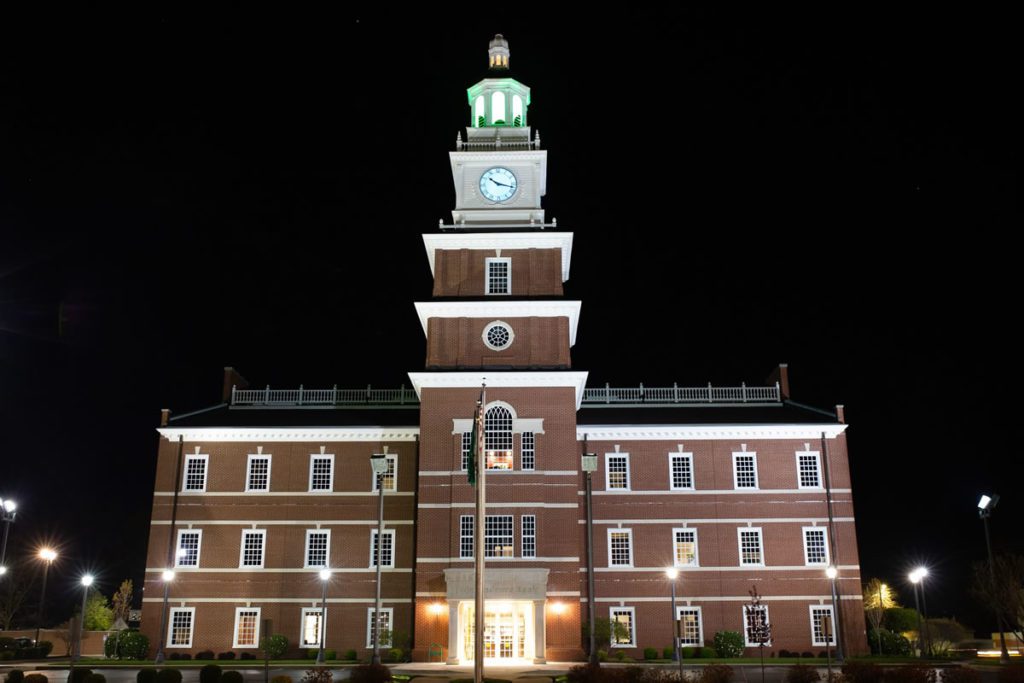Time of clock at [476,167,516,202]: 10:17
